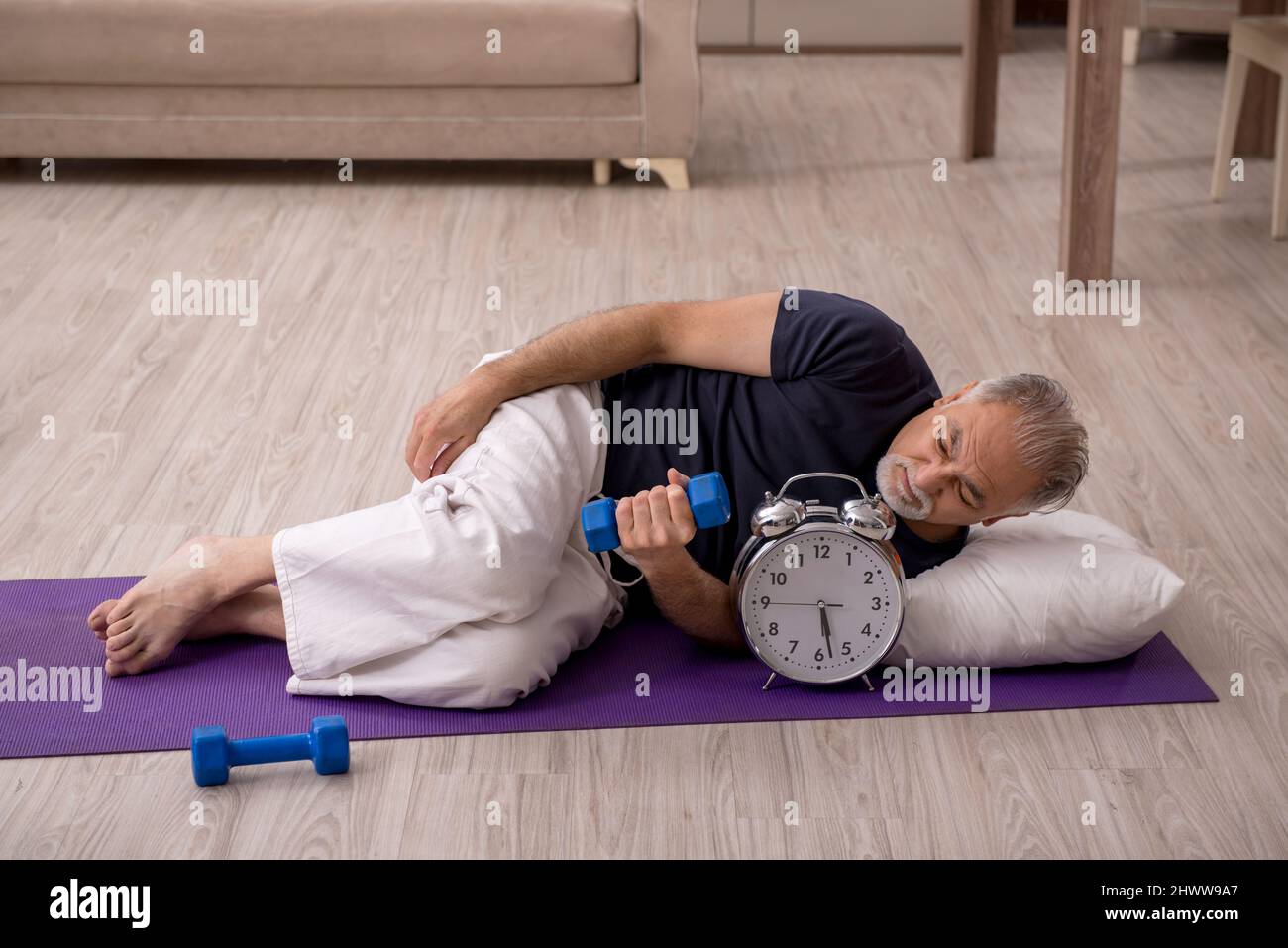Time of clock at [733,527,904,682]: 5:28
